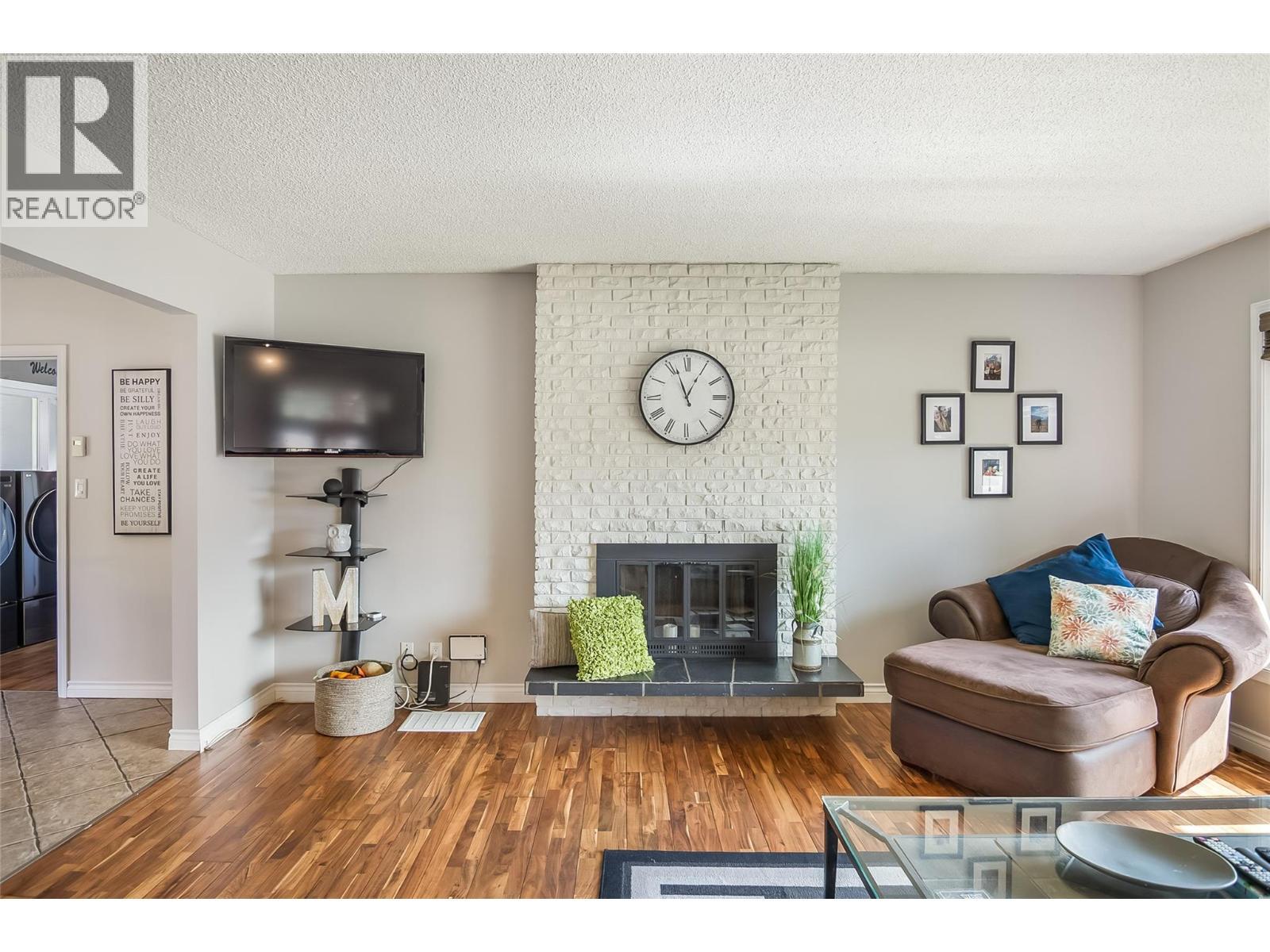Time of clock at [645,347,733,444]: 12:56
